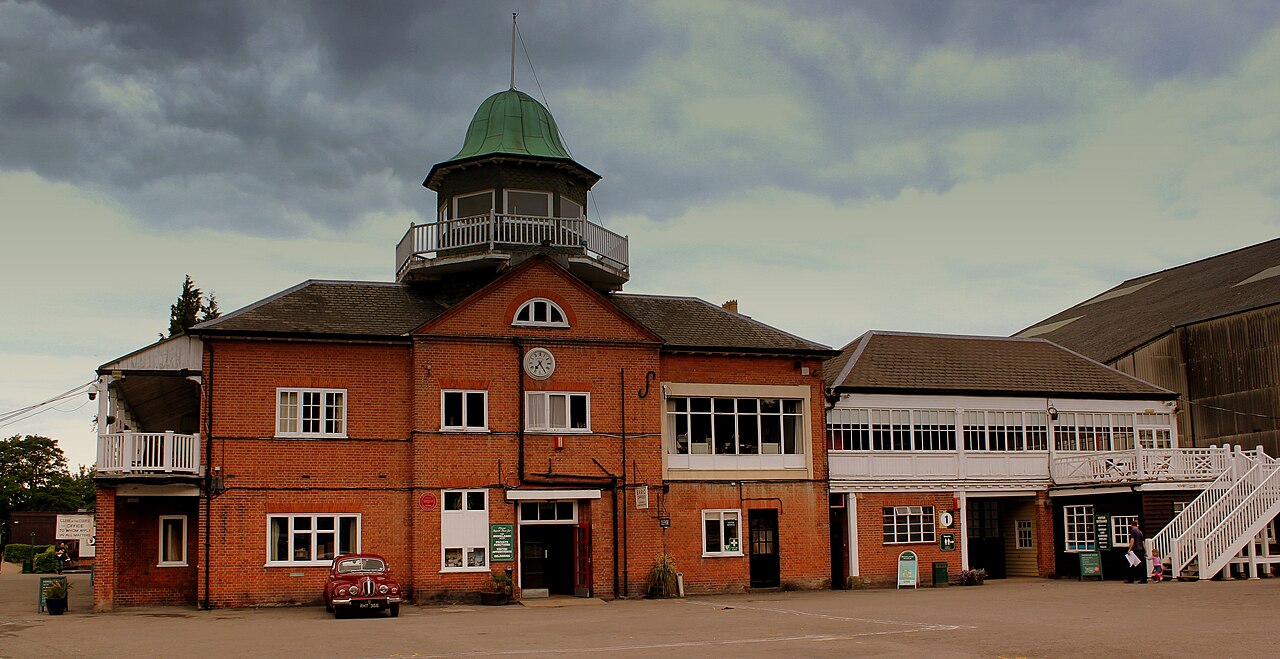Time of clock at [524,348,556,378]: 7:24
